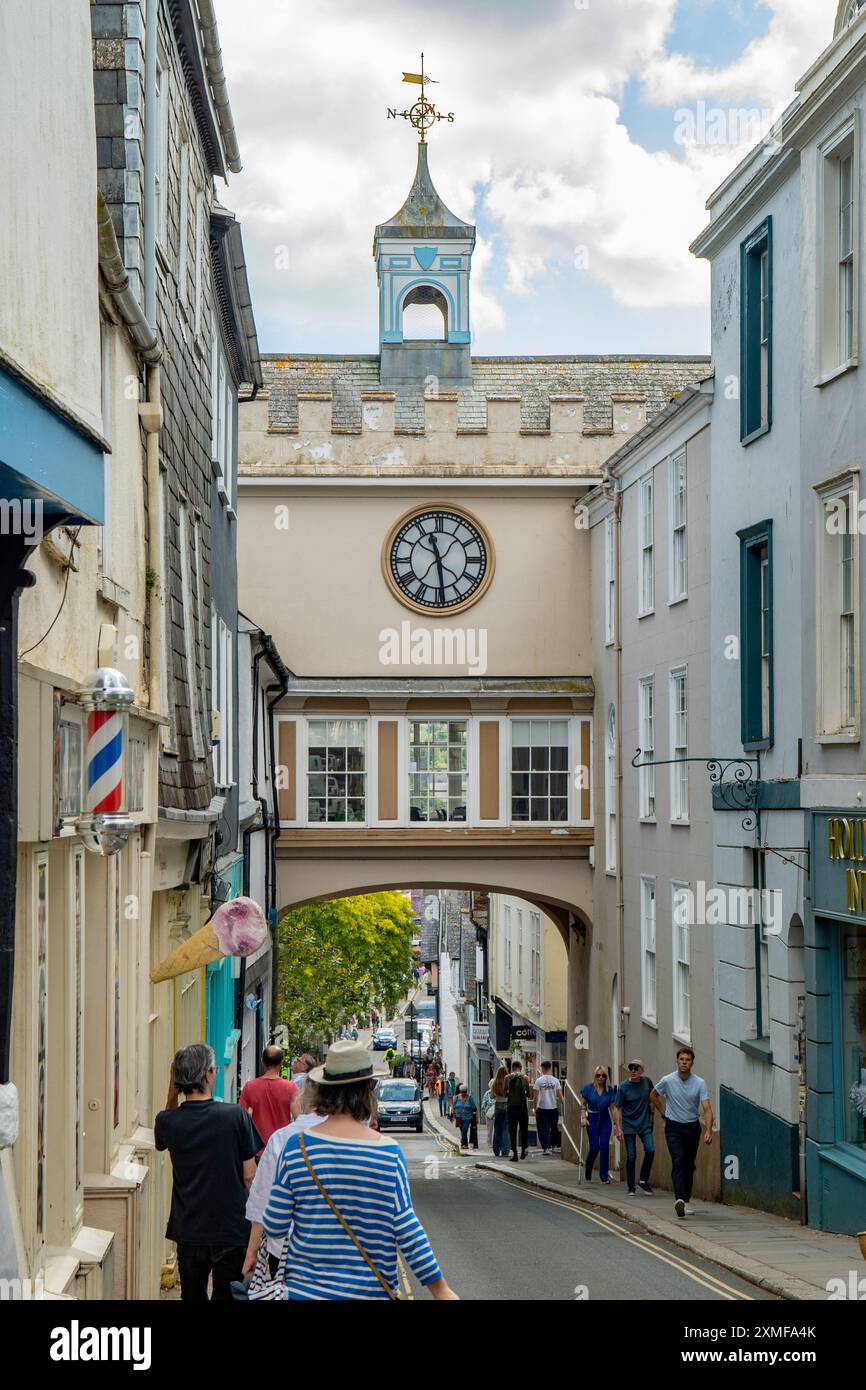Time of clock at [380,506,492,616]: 11:28
